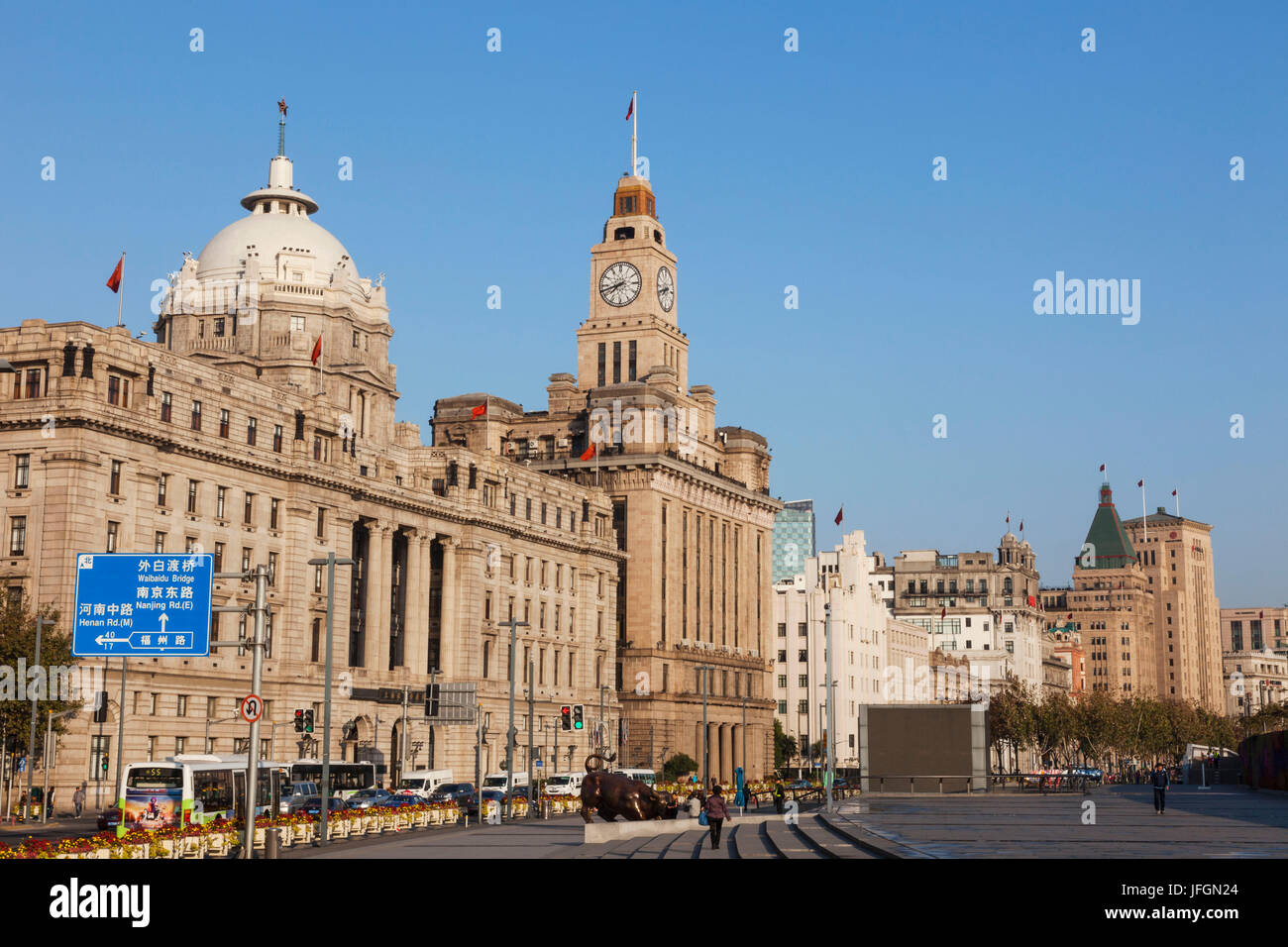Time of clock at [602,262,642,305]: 7:42
